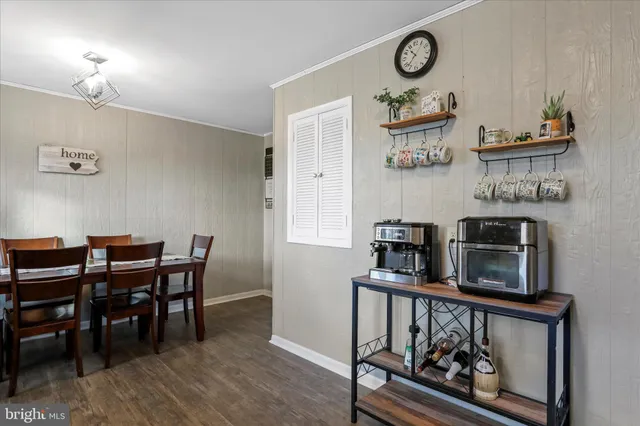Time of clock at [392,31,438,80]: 10:37
